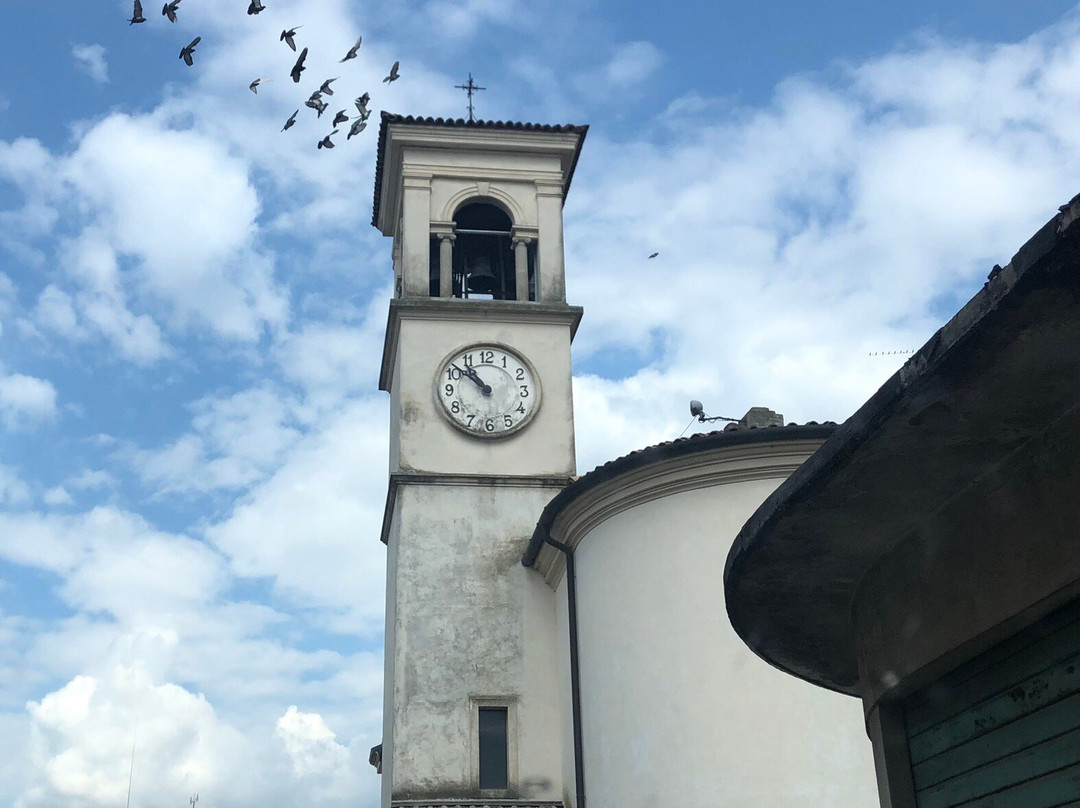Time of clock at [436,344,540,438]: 10:51
